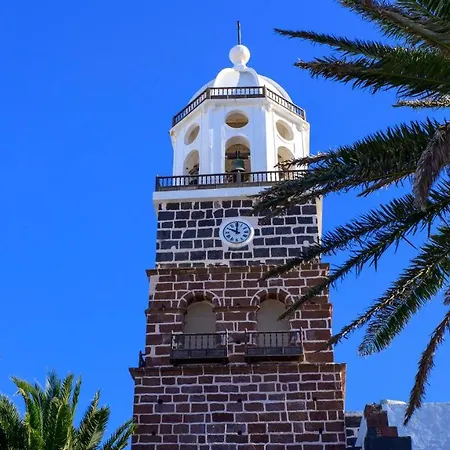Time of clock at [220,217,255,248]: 10:00
